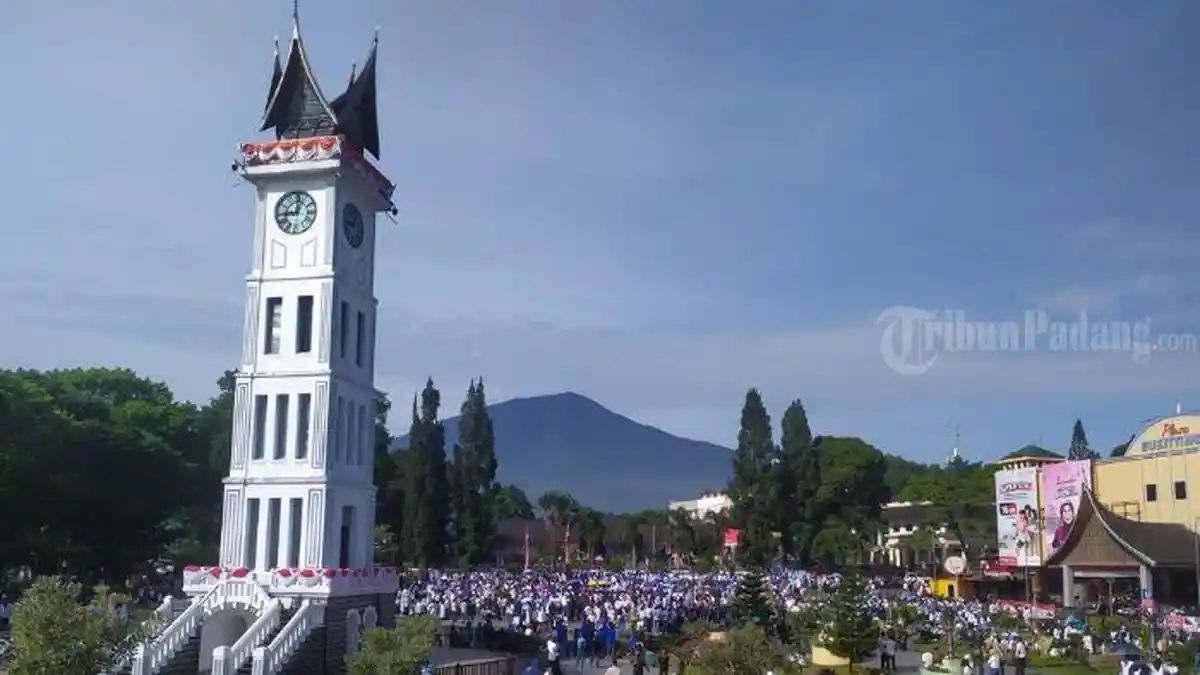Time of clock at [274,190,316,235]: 9:01
